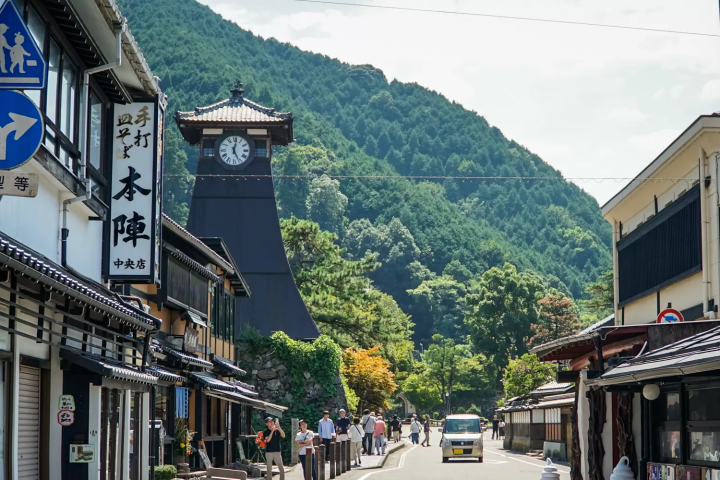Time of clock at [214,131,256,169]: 5:01
